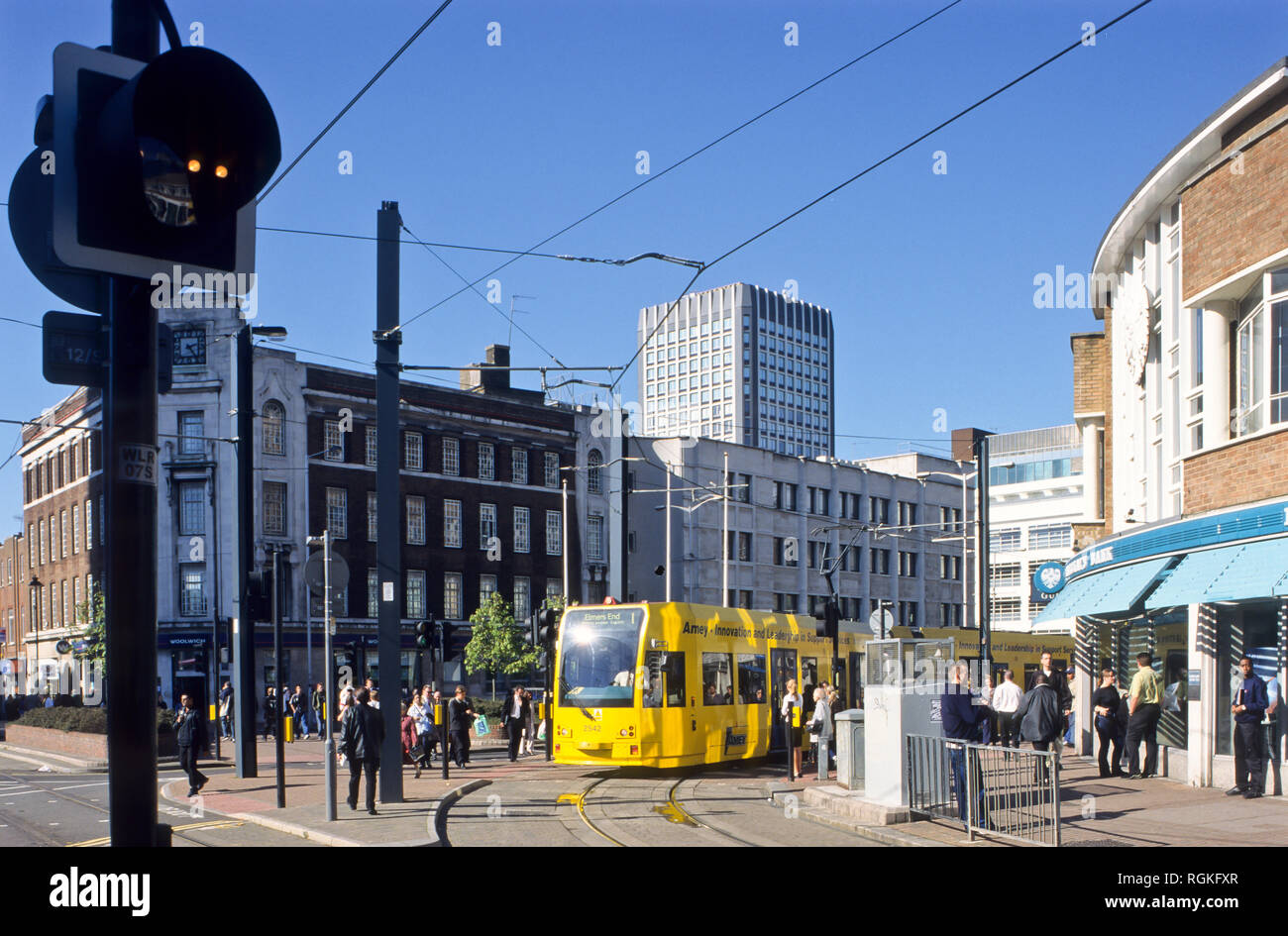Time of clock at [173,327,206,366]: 2:23
